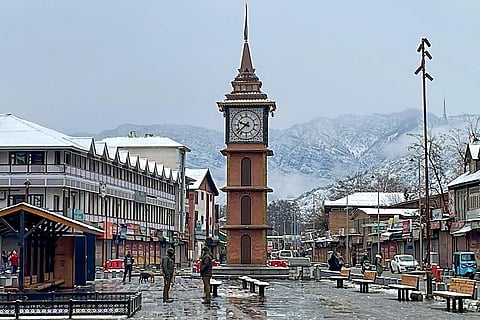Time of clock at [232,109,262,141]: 9:38
